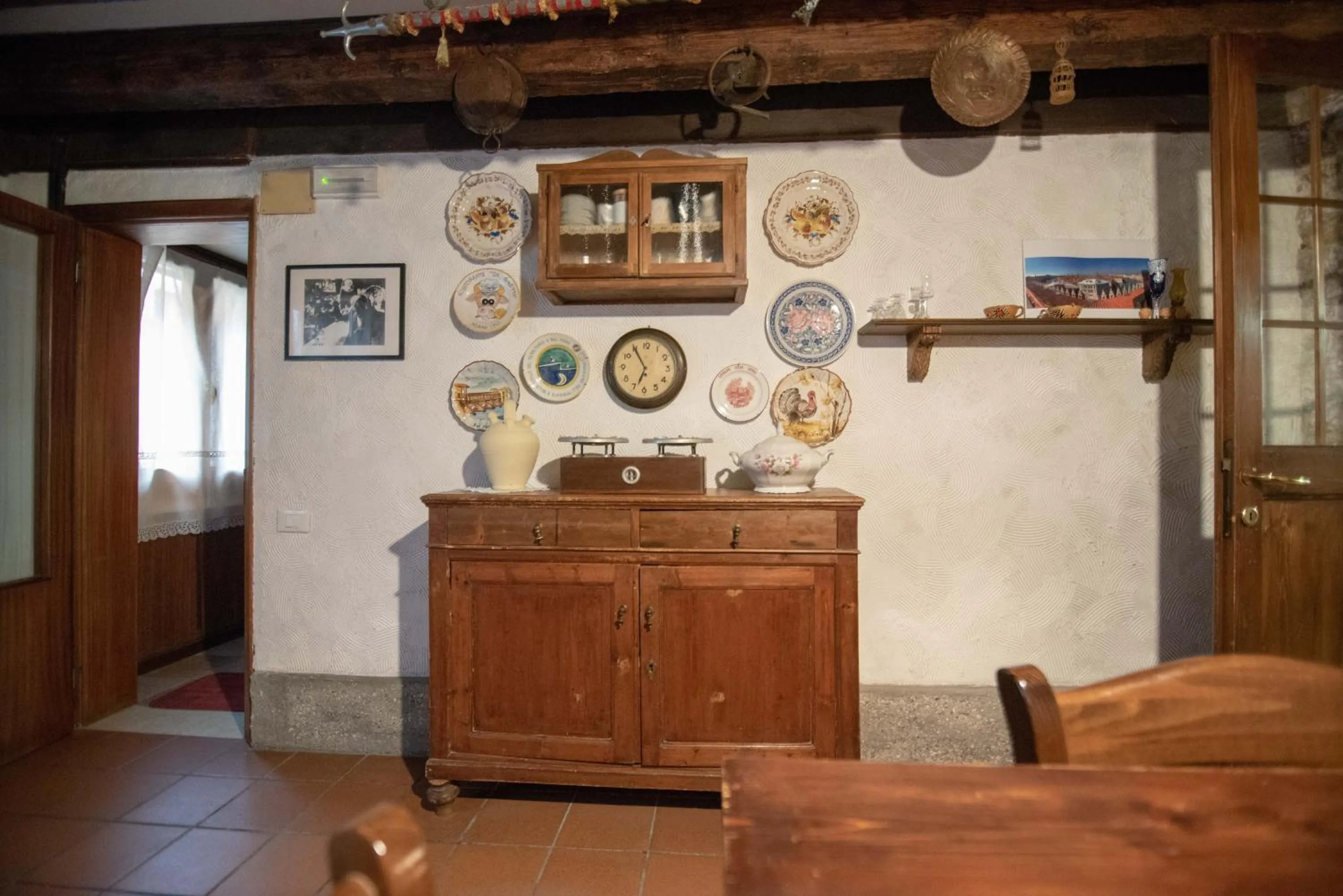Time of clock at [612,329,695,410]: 6:54
